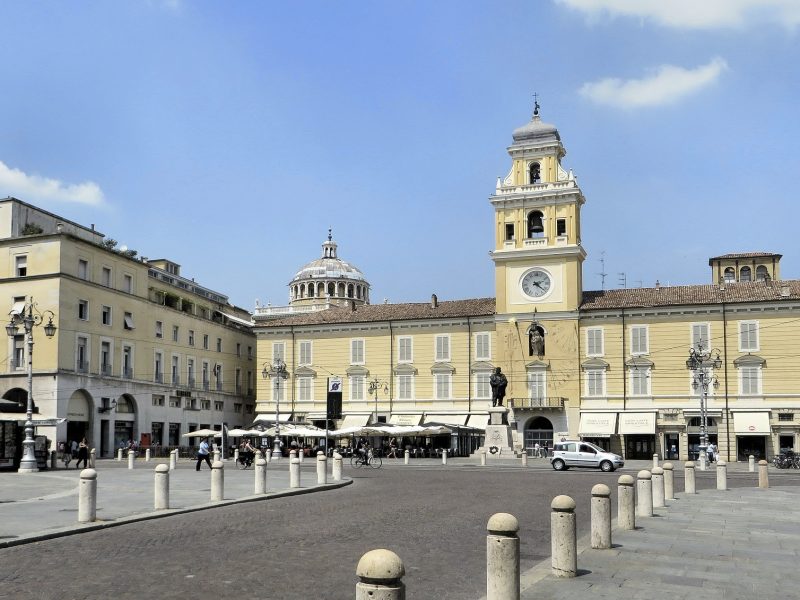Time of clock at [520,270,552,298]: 2:21
